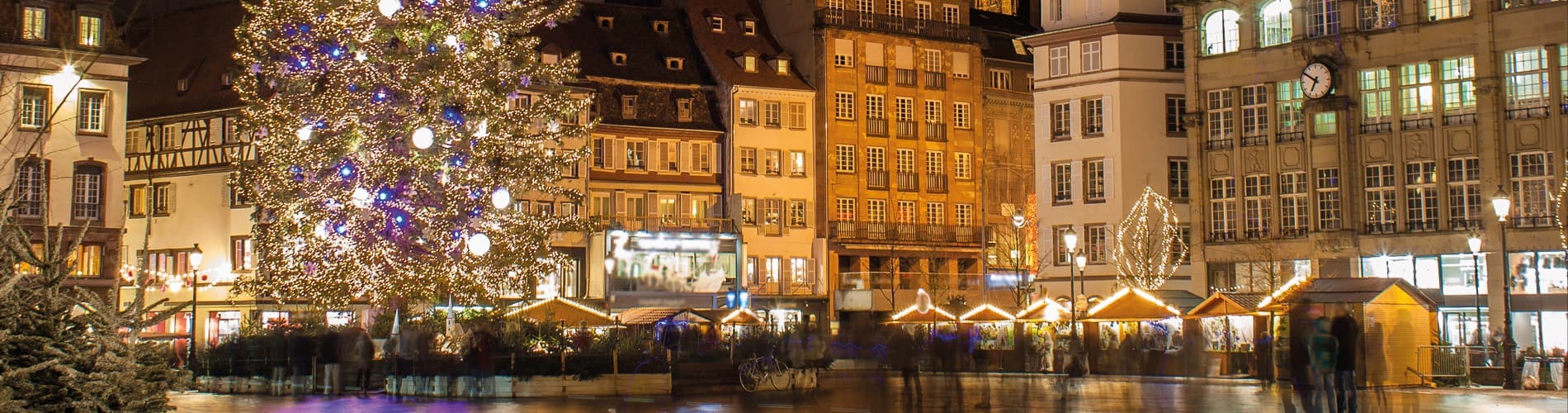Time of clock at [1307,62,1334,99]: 6:50
